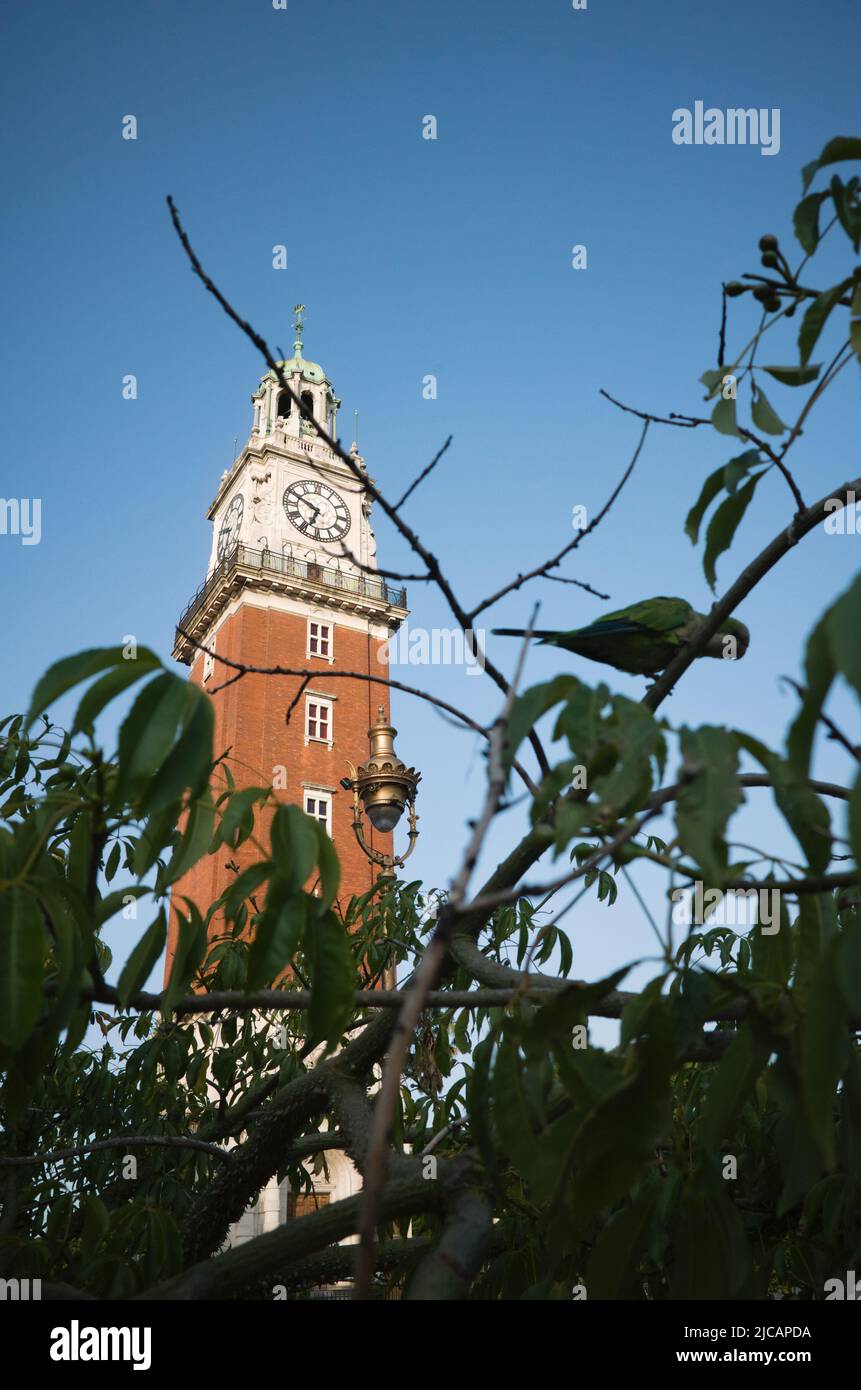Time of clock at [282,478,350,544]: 6:49
